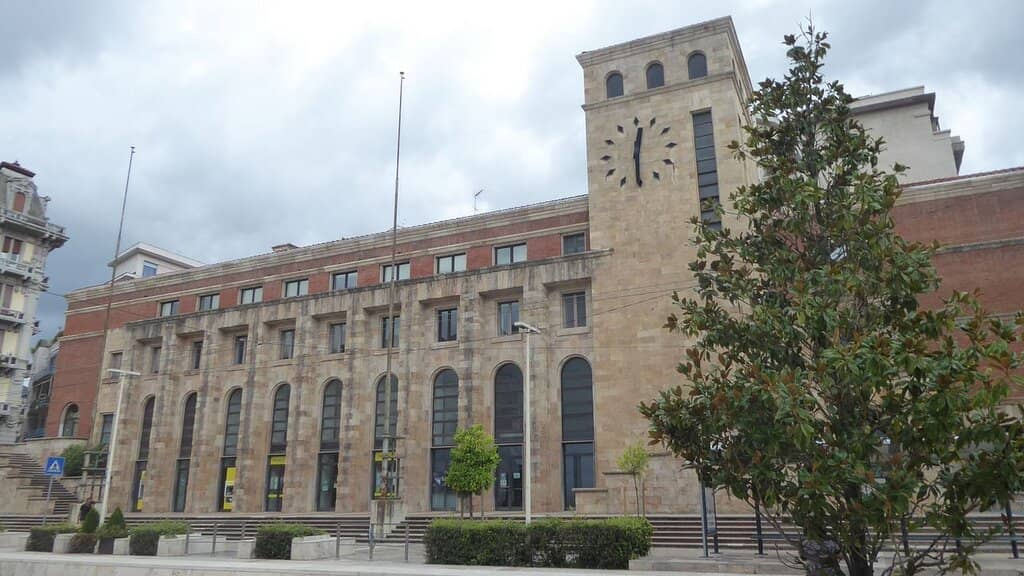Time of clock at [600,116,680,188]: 12:30
